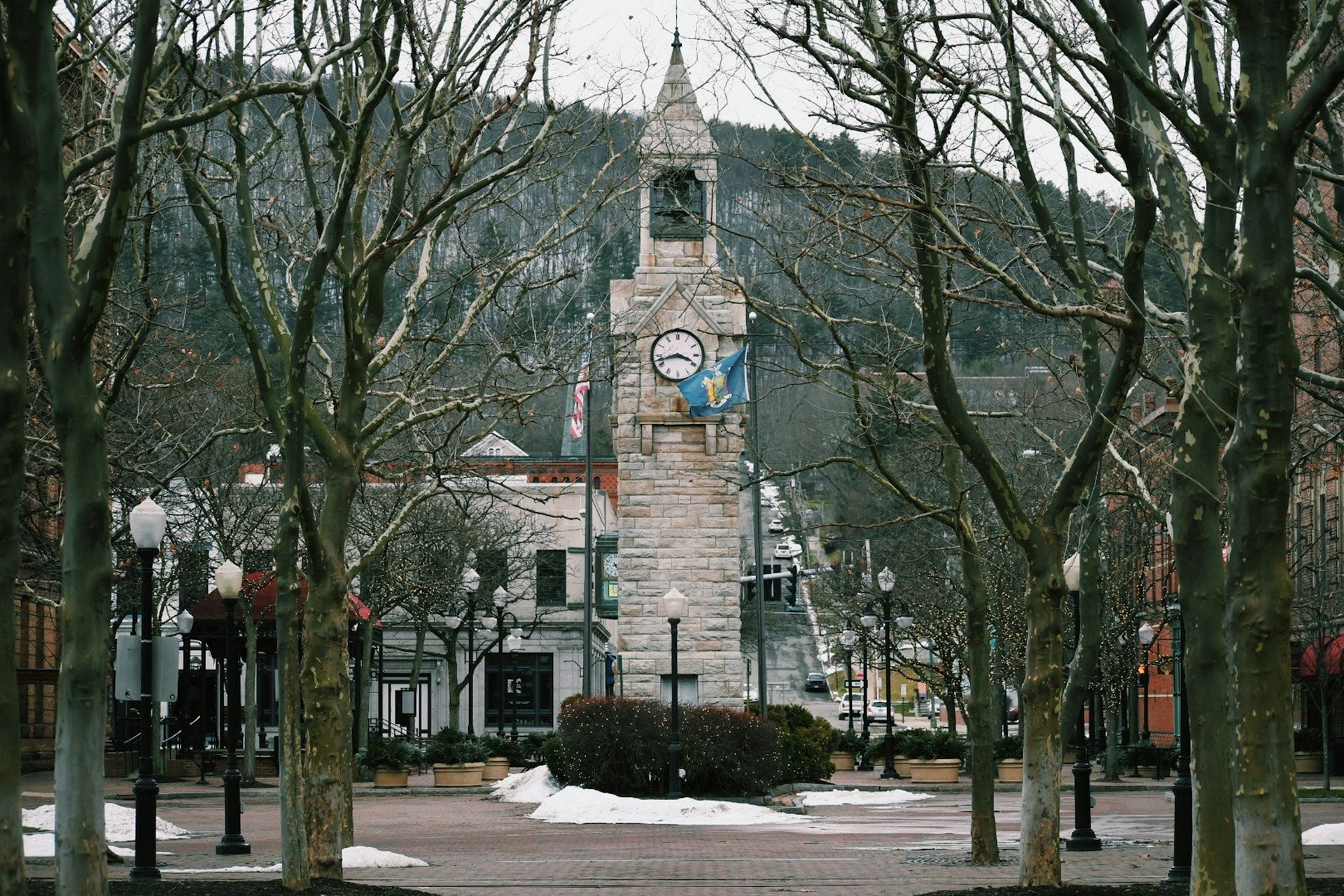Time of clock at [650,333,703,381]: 3:42
